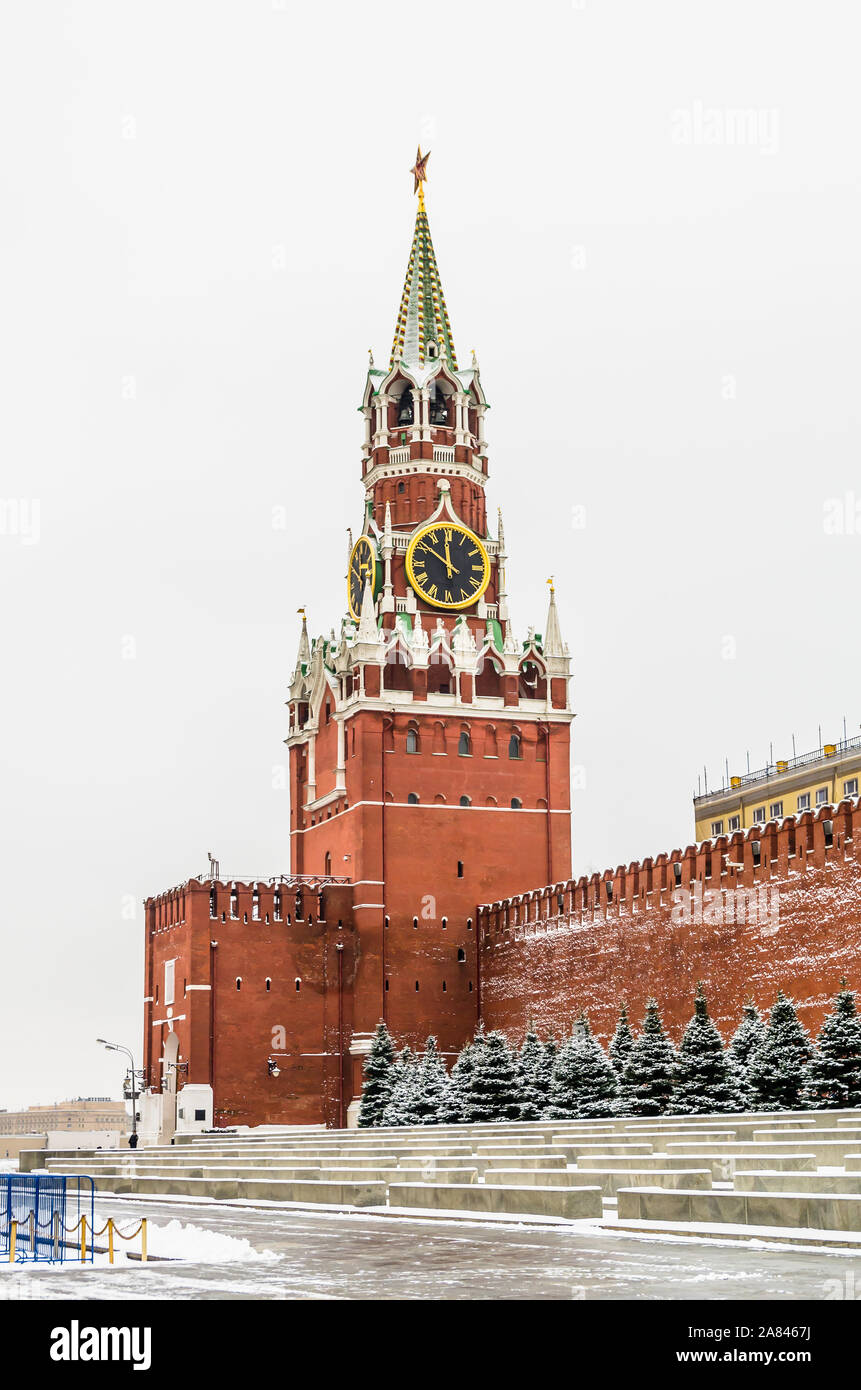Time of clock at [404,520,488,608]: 11:51
